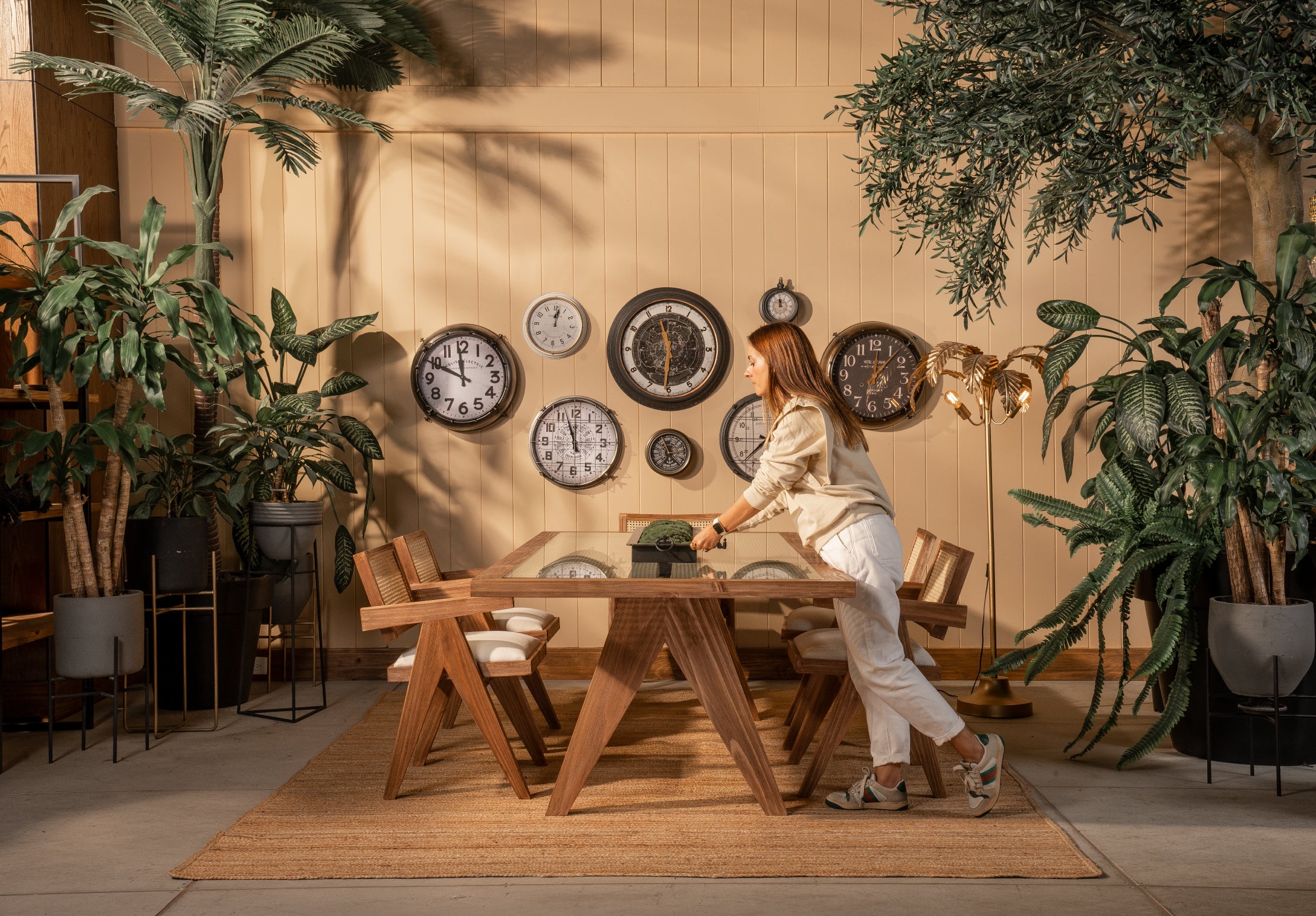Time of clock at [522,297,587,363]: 12:01
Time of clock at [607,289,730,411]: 11:30
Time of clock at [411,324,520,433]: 11:49
